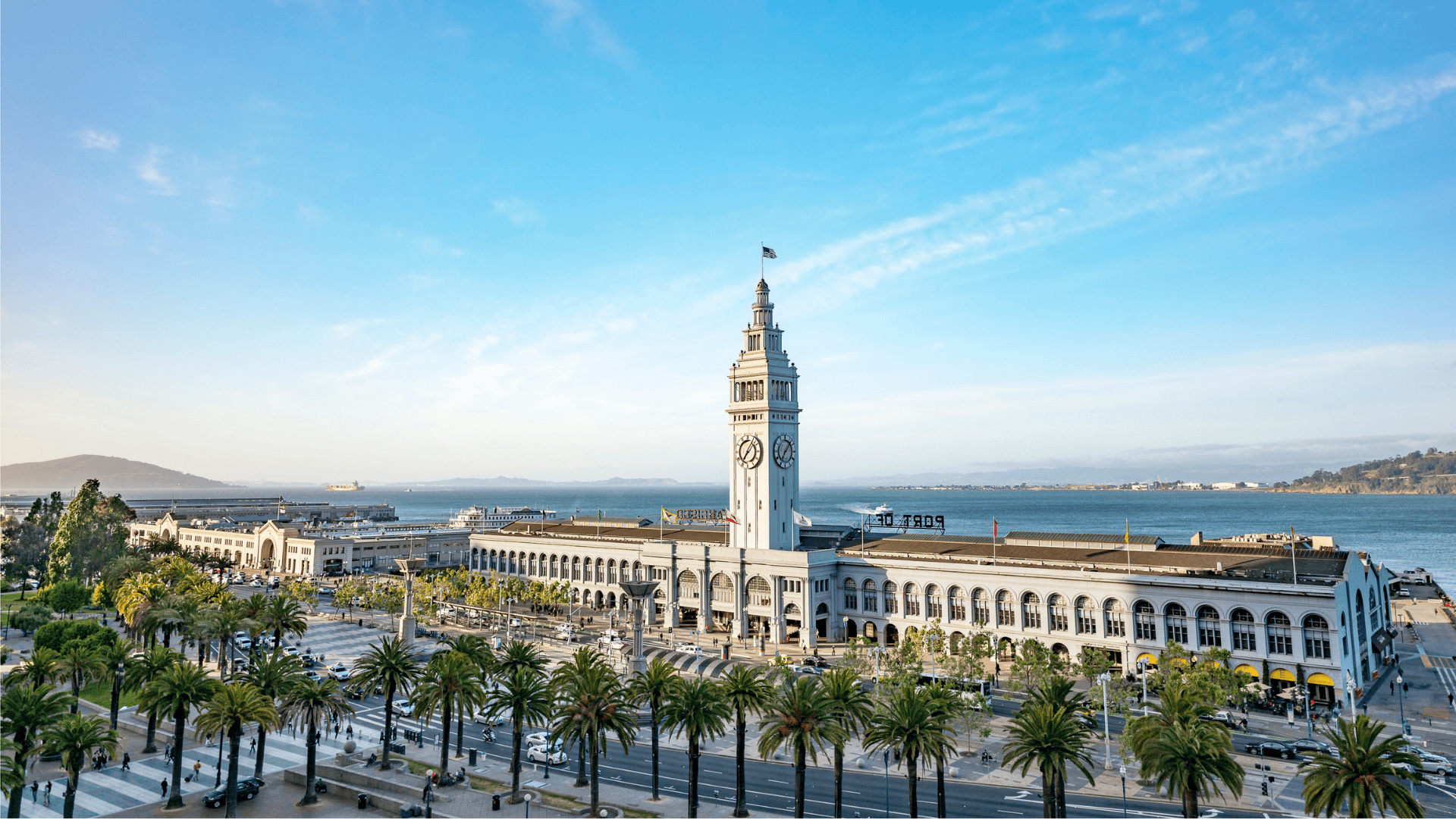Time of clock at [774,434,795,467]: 7:07
